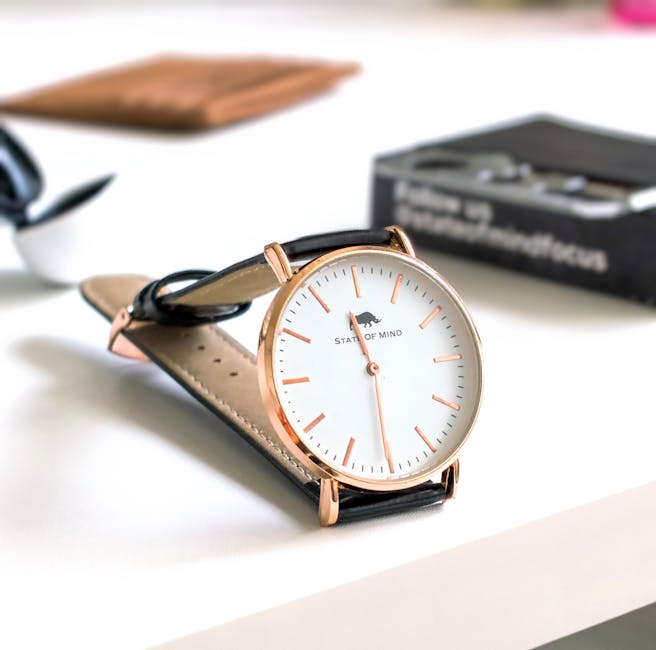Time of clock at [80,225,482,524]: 11:30
